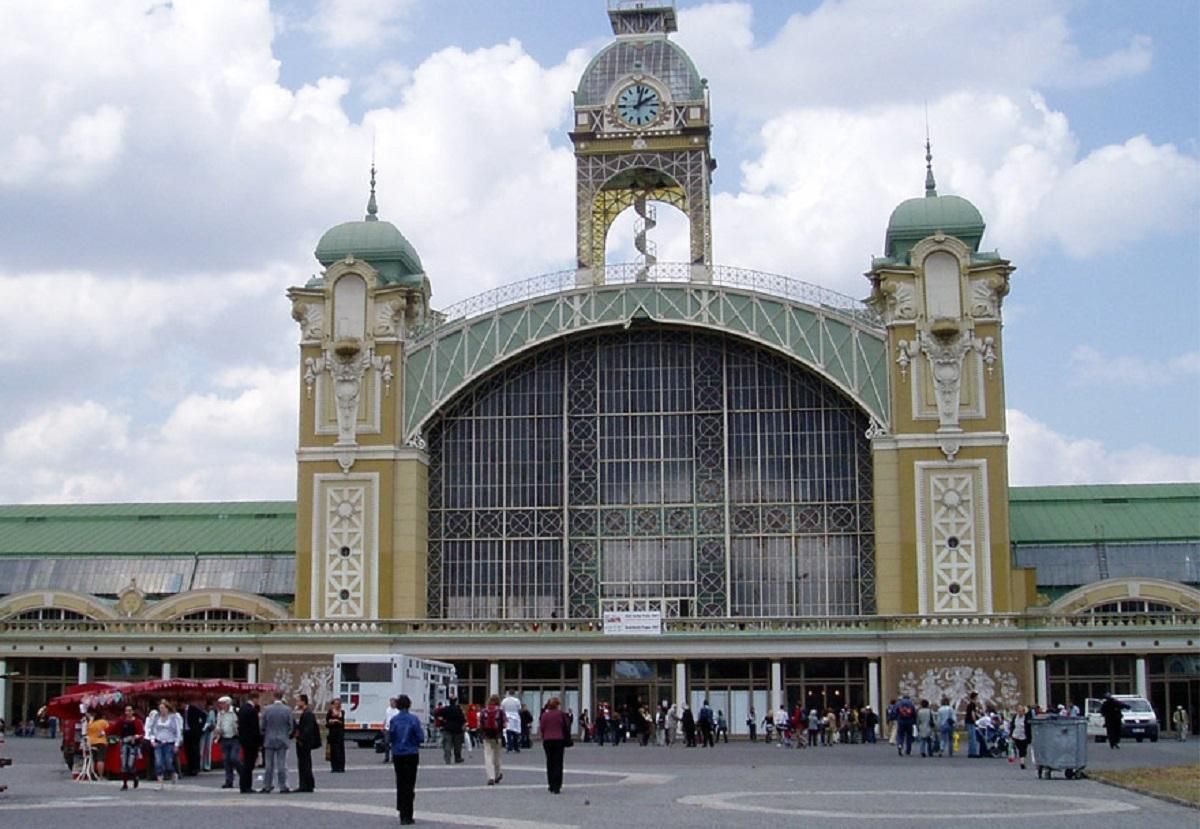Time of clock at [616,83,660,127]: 2:02
